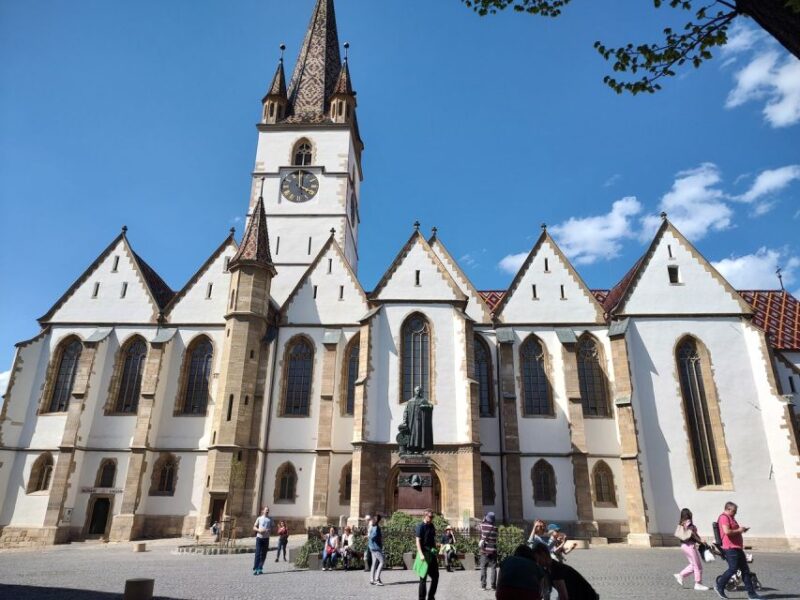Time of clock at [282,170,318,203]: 4:01
